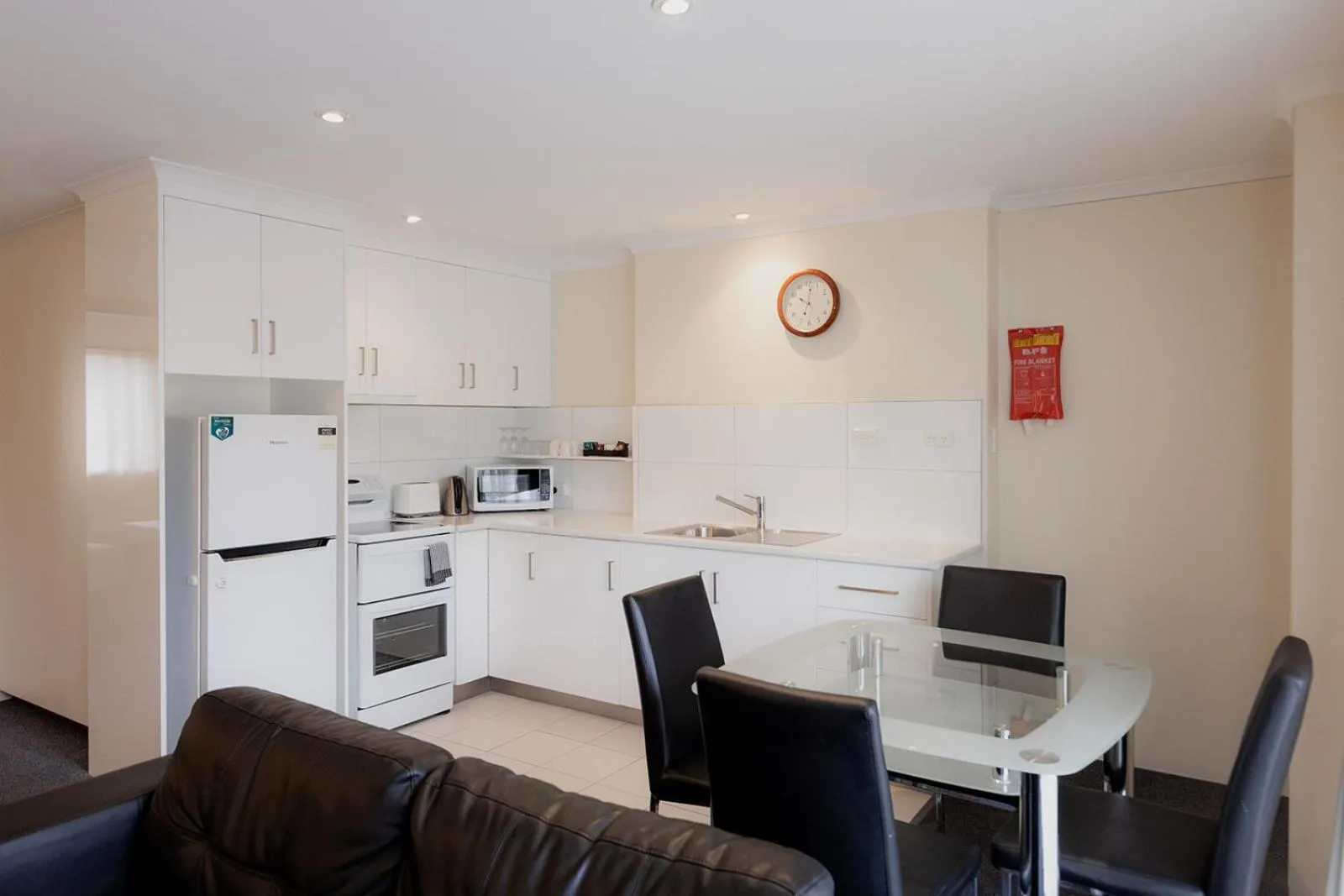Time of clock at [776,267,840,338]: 10:01
